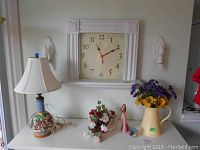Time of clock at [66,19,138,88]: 11:10
